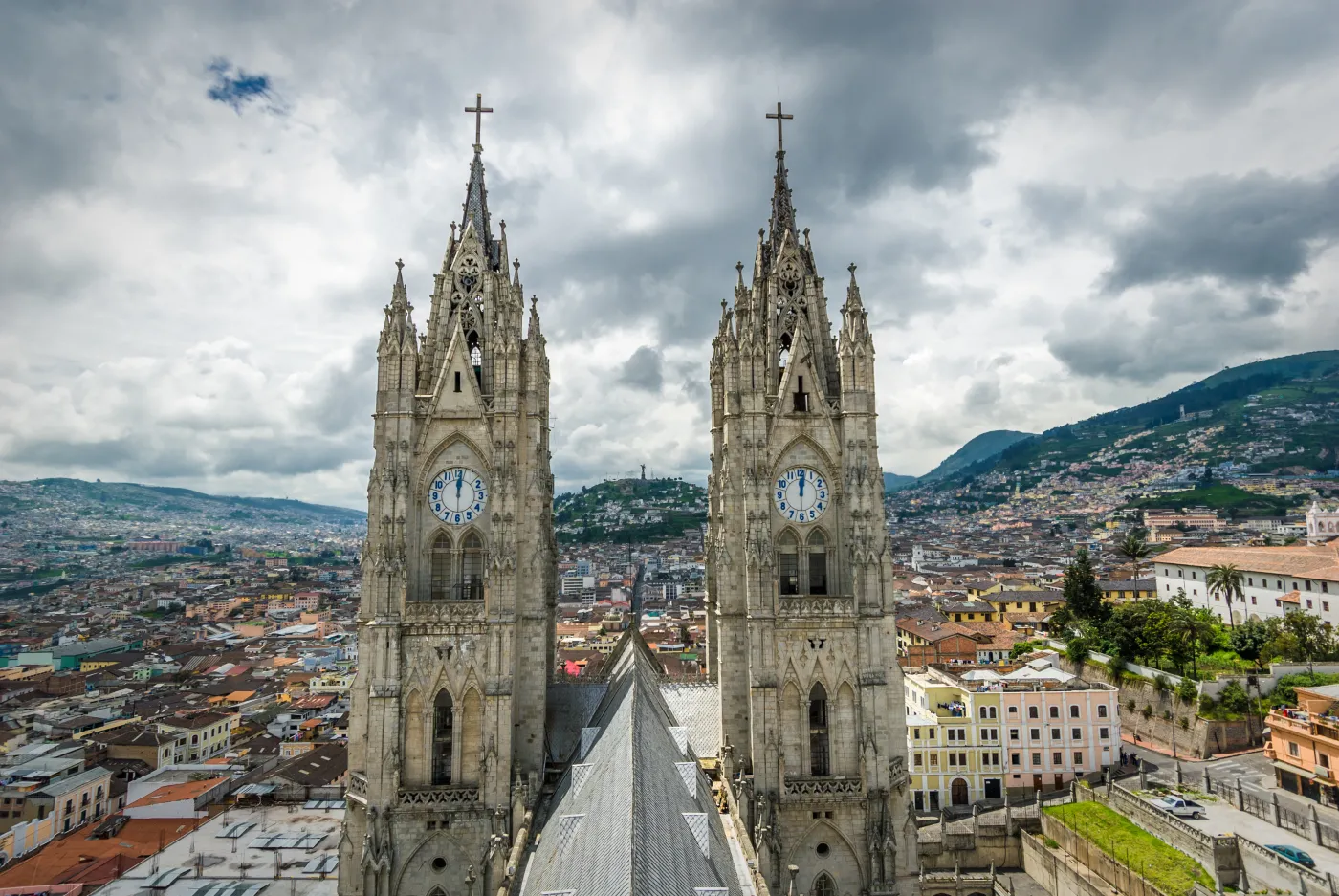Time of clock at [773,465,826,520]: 12:01
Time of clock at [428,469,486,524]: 12:01
